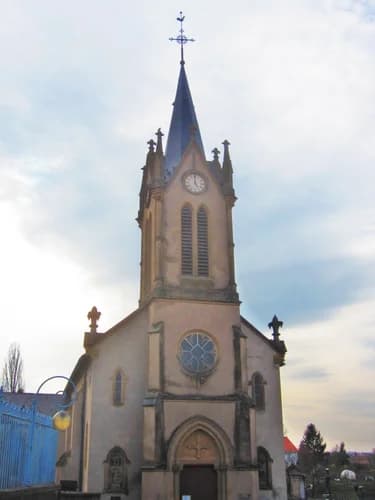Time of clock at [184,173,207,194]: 4:59
